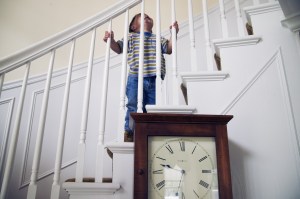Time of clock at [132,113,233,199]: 9:32
